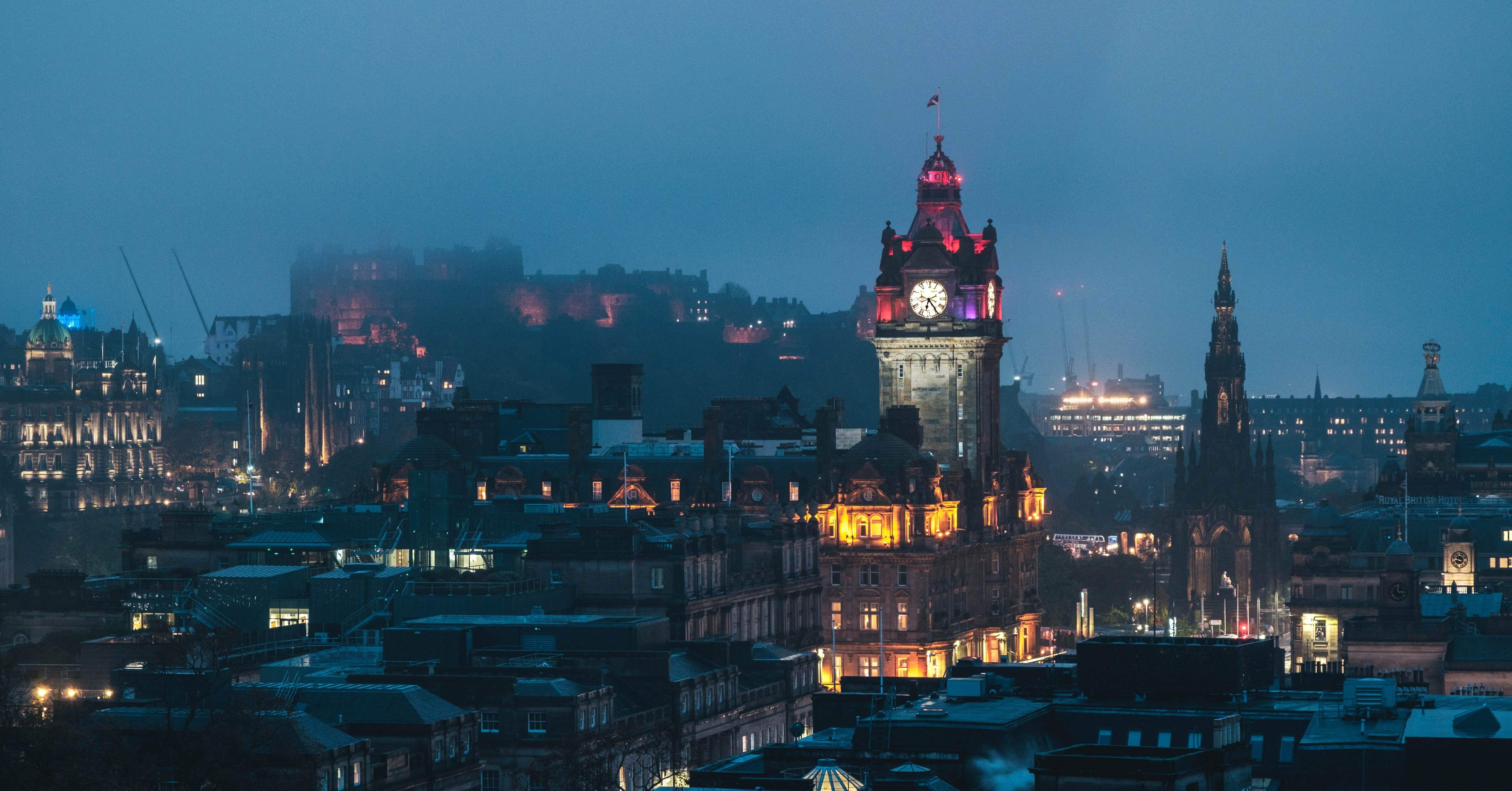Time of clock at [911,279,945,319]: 6:24
